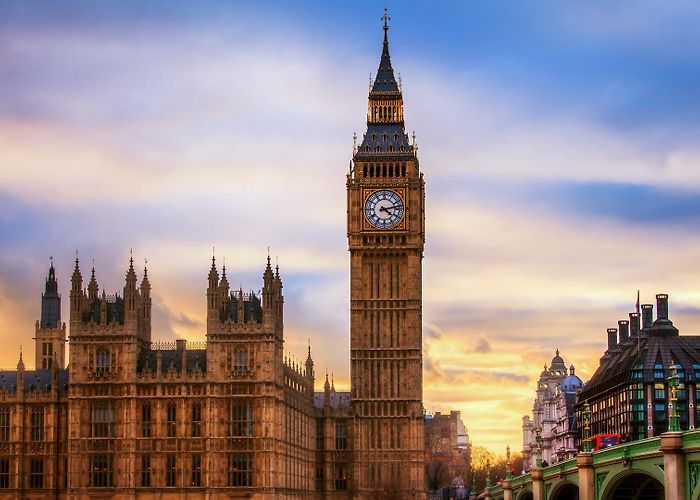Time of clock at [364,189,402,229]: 4:13
